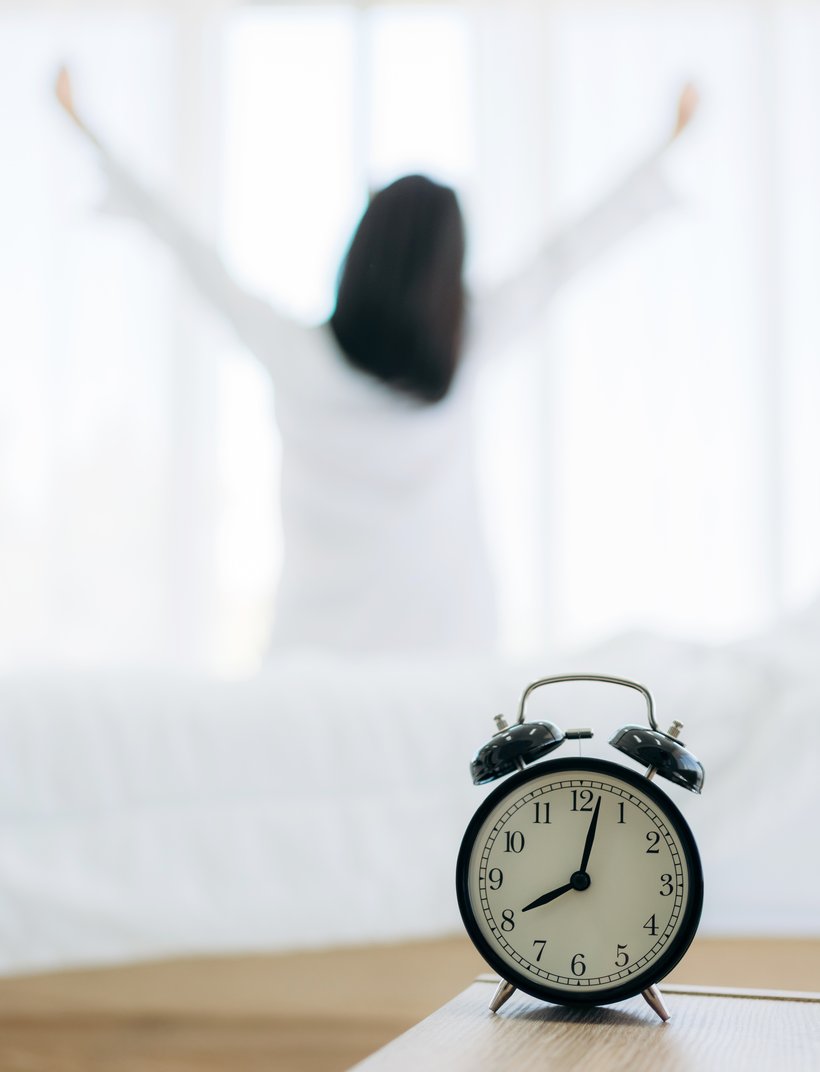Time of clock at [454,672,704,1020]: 8:02
